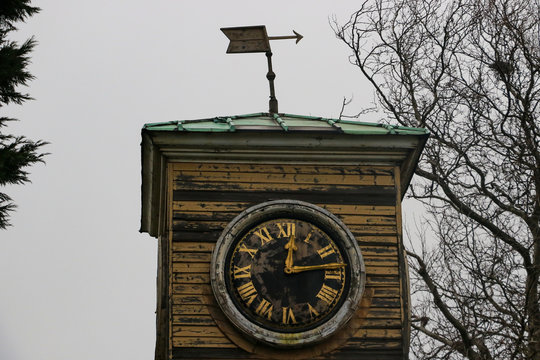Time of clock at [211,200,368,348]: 12:13
